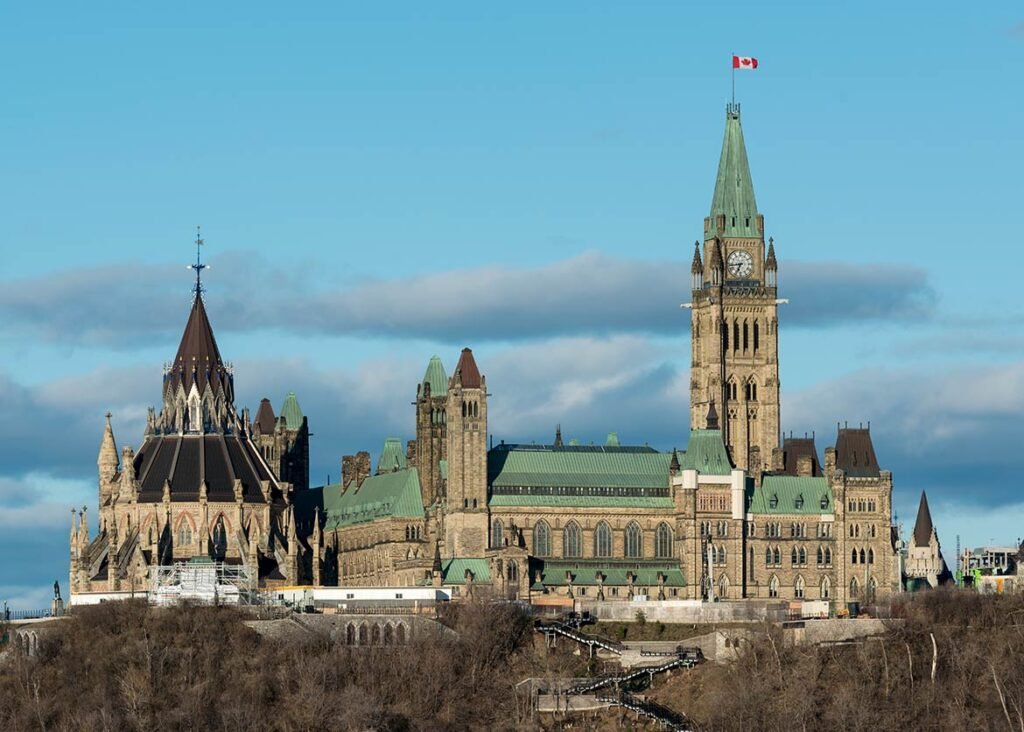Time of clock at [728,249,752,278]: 6:43
